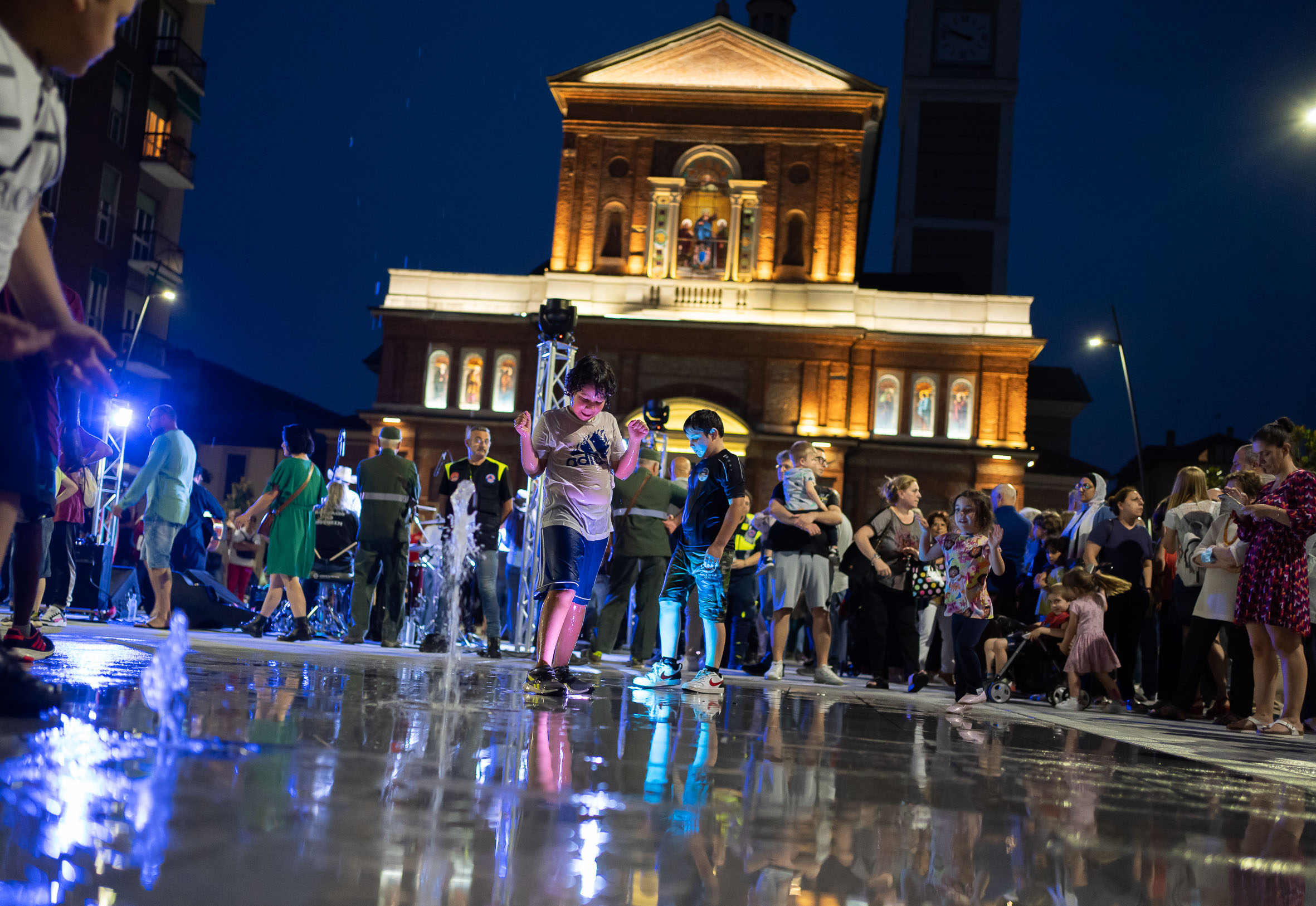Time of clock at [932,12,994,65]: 9:48
